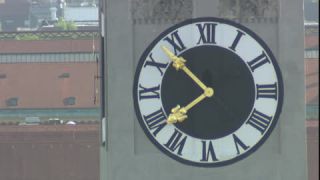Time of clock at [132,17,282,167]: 10:38
